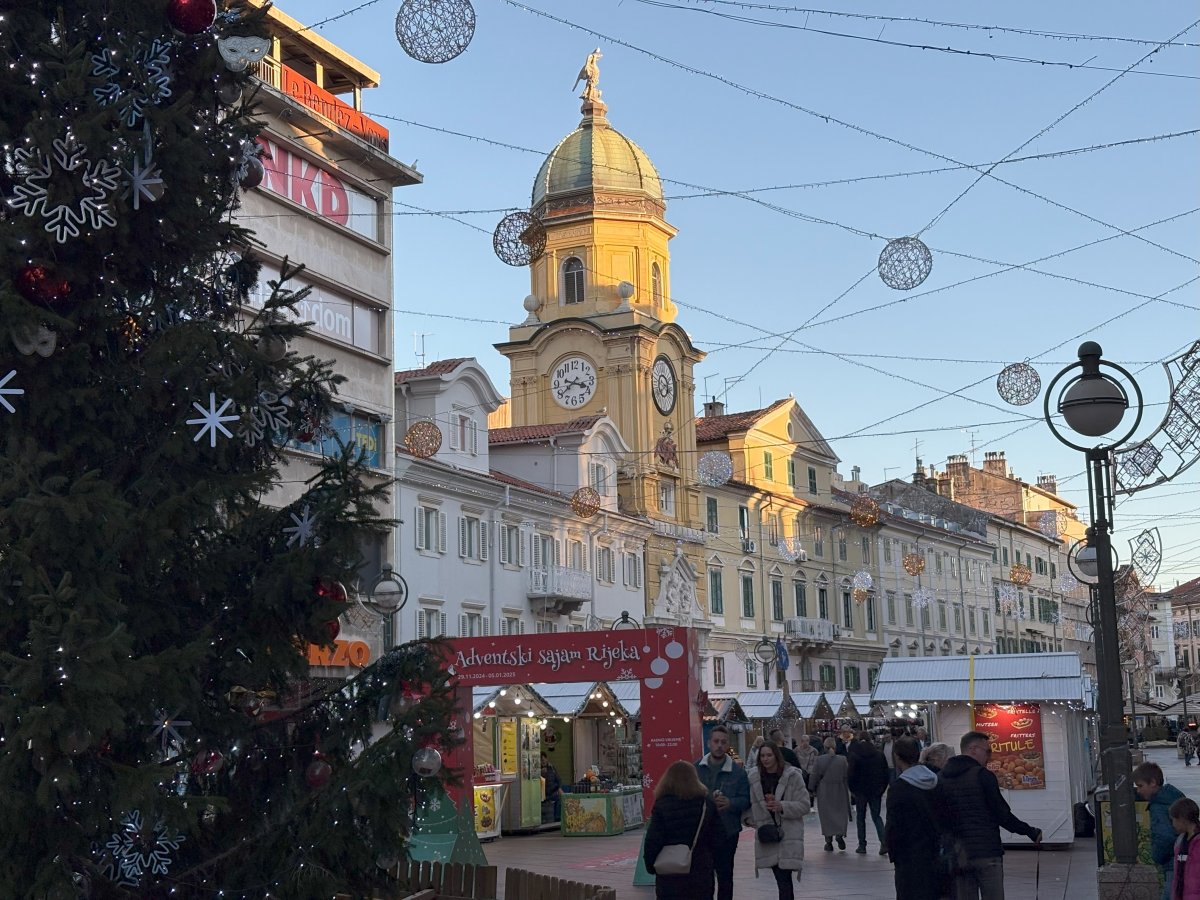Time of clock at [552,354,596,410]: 3:39
